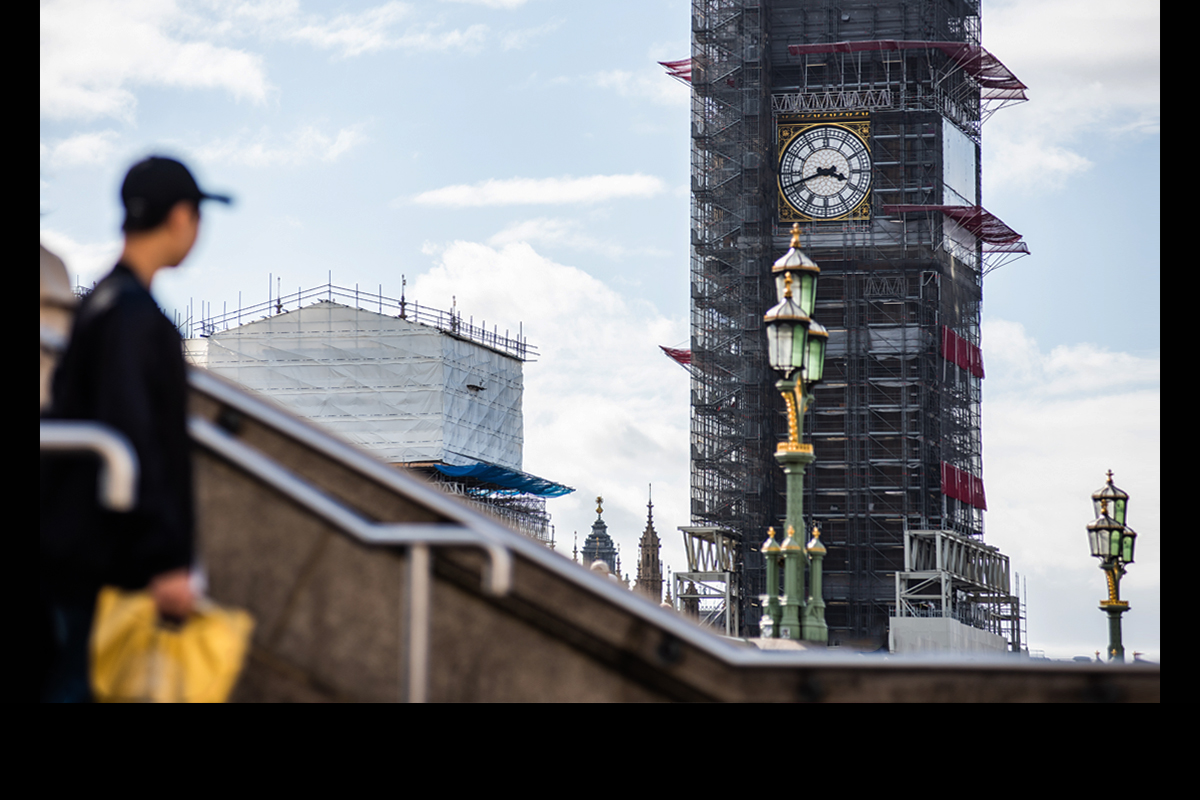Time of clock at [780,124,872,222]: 3:41
